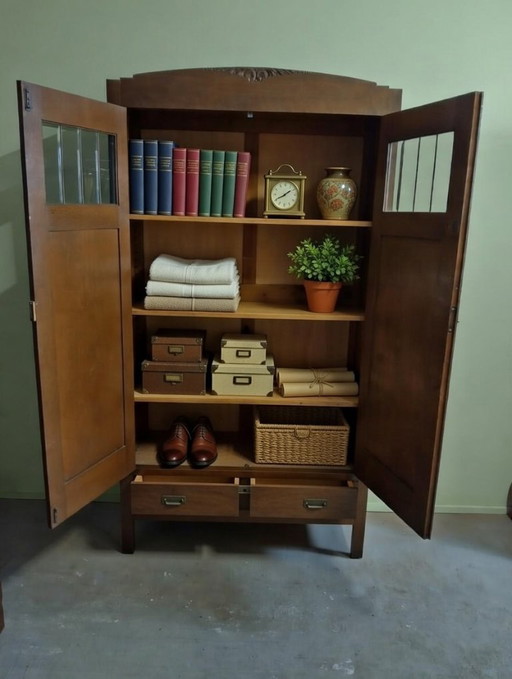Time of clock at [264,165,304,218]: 1:40
